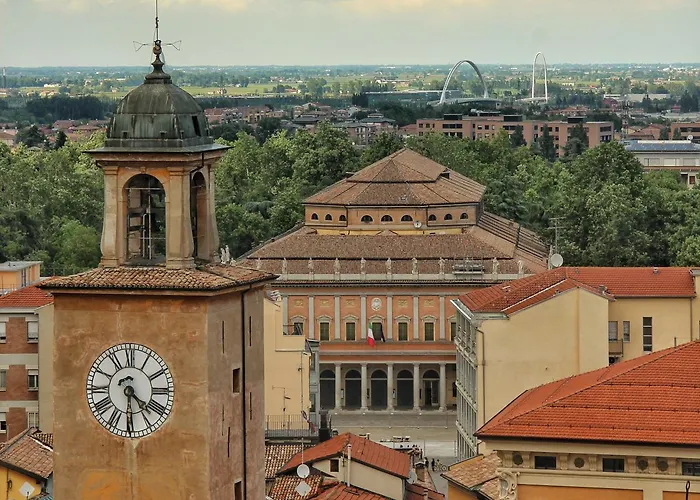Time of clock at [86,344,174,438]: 4:29
